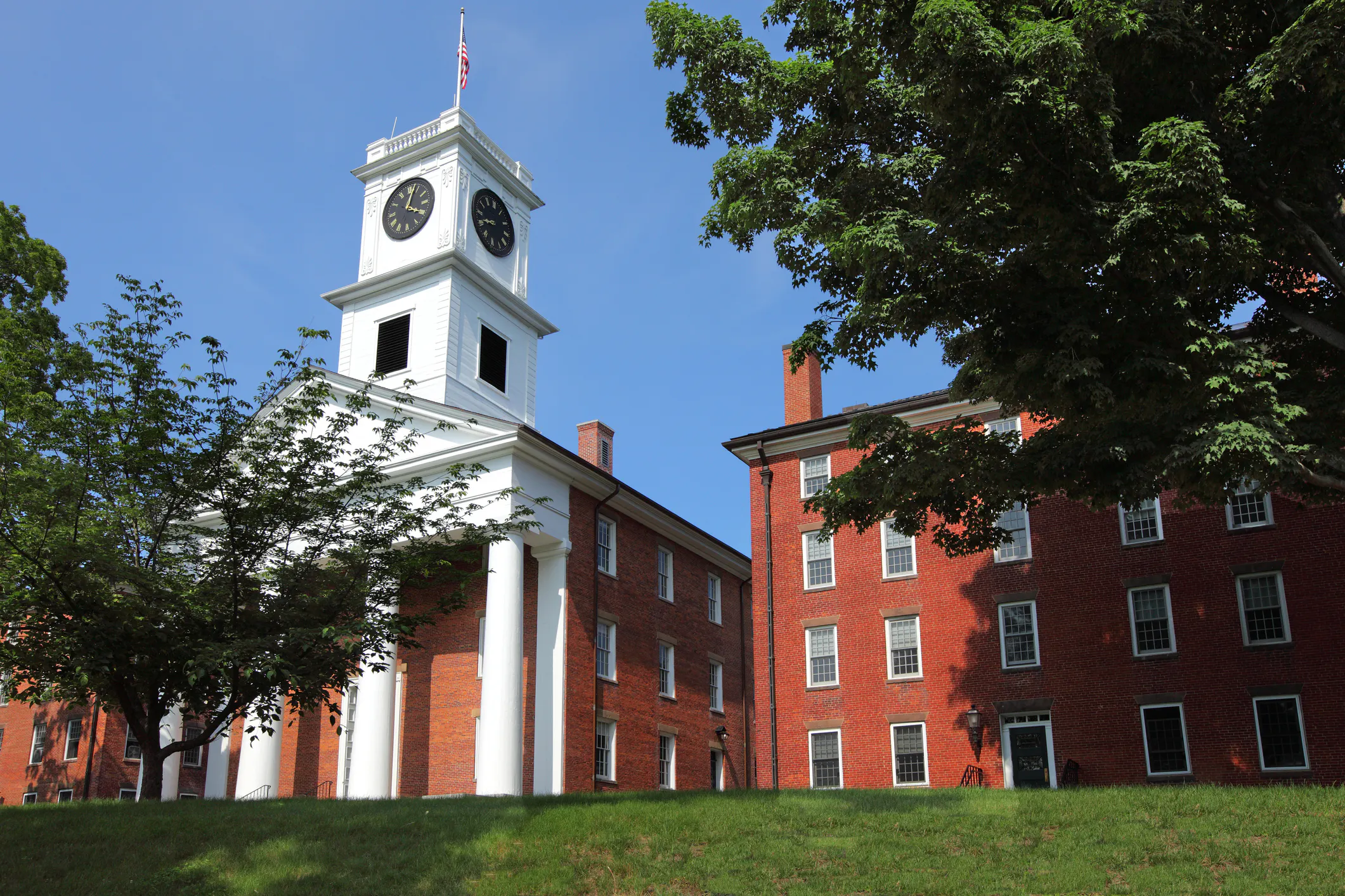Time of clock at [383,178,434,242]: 4:02
